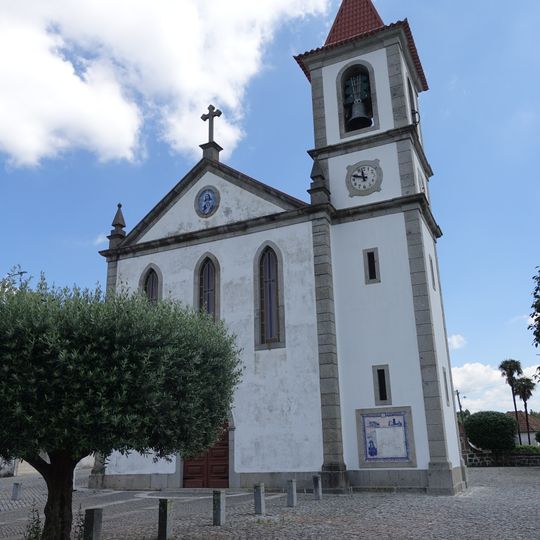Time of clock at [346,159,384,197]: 11:48
